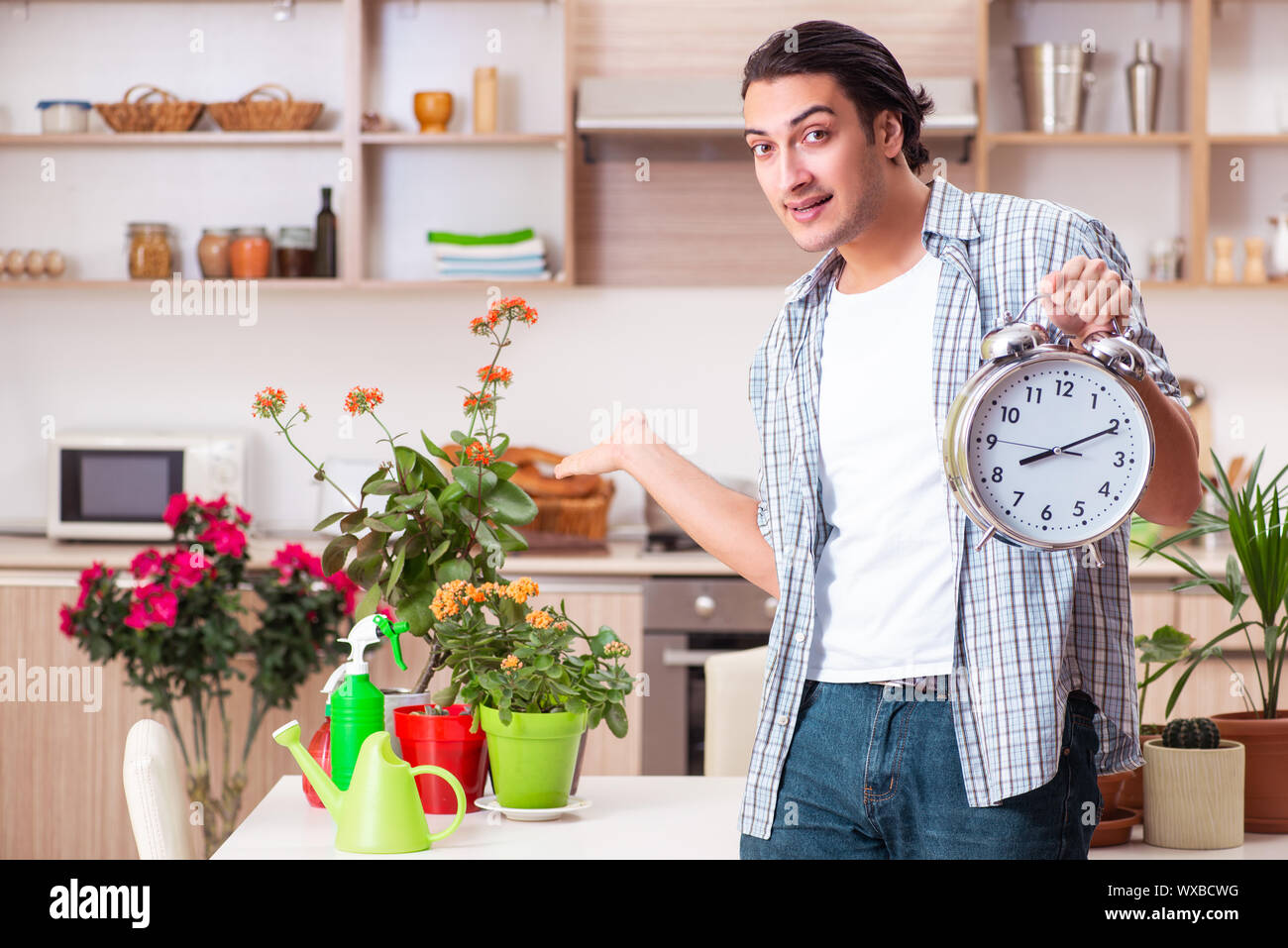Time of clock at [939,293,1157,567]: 8:10
